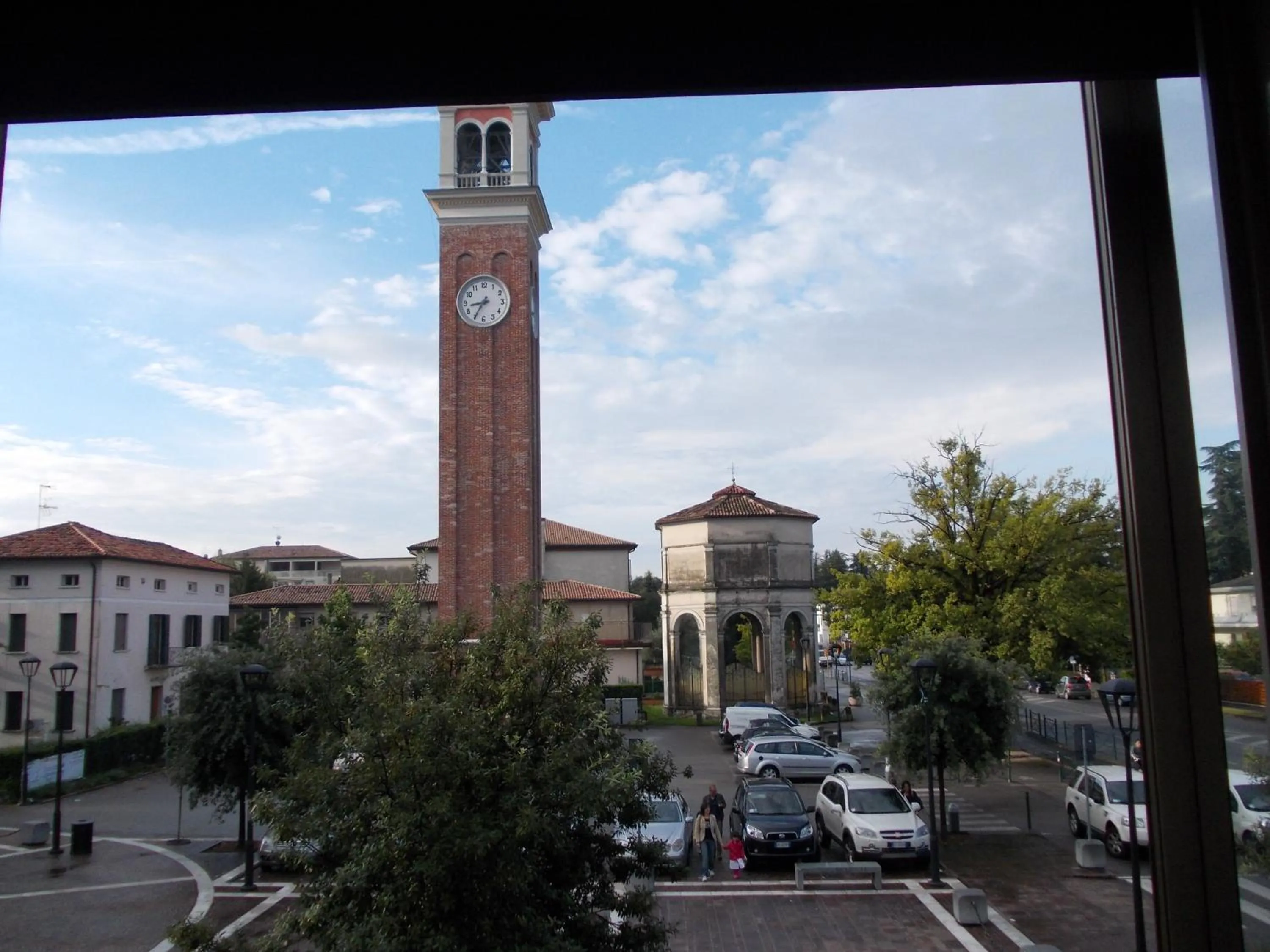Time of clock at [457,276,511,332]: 8:35
